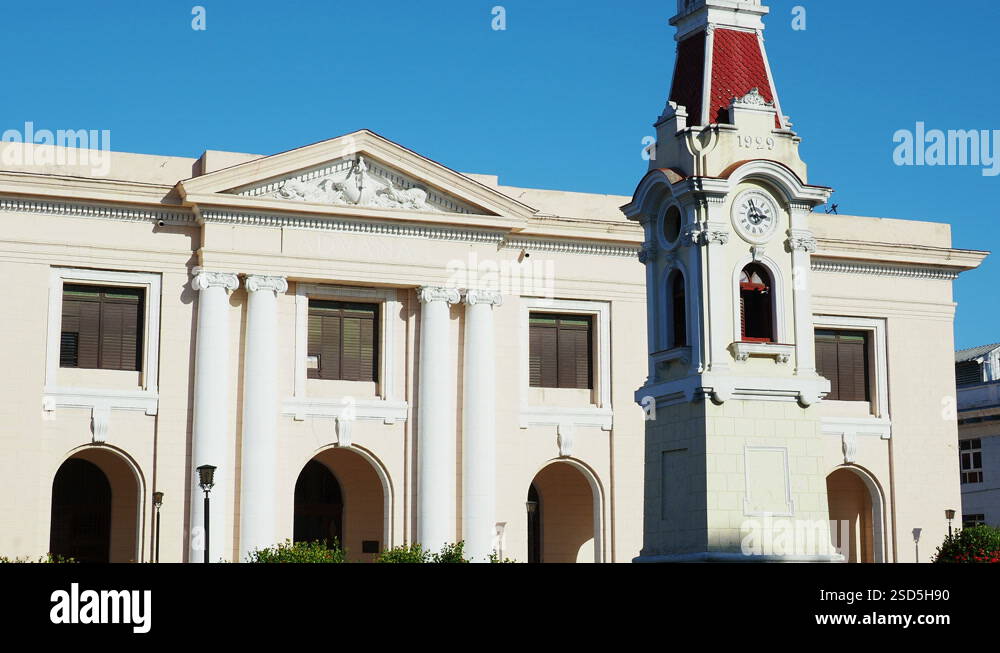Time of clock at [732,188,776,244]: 2:56
